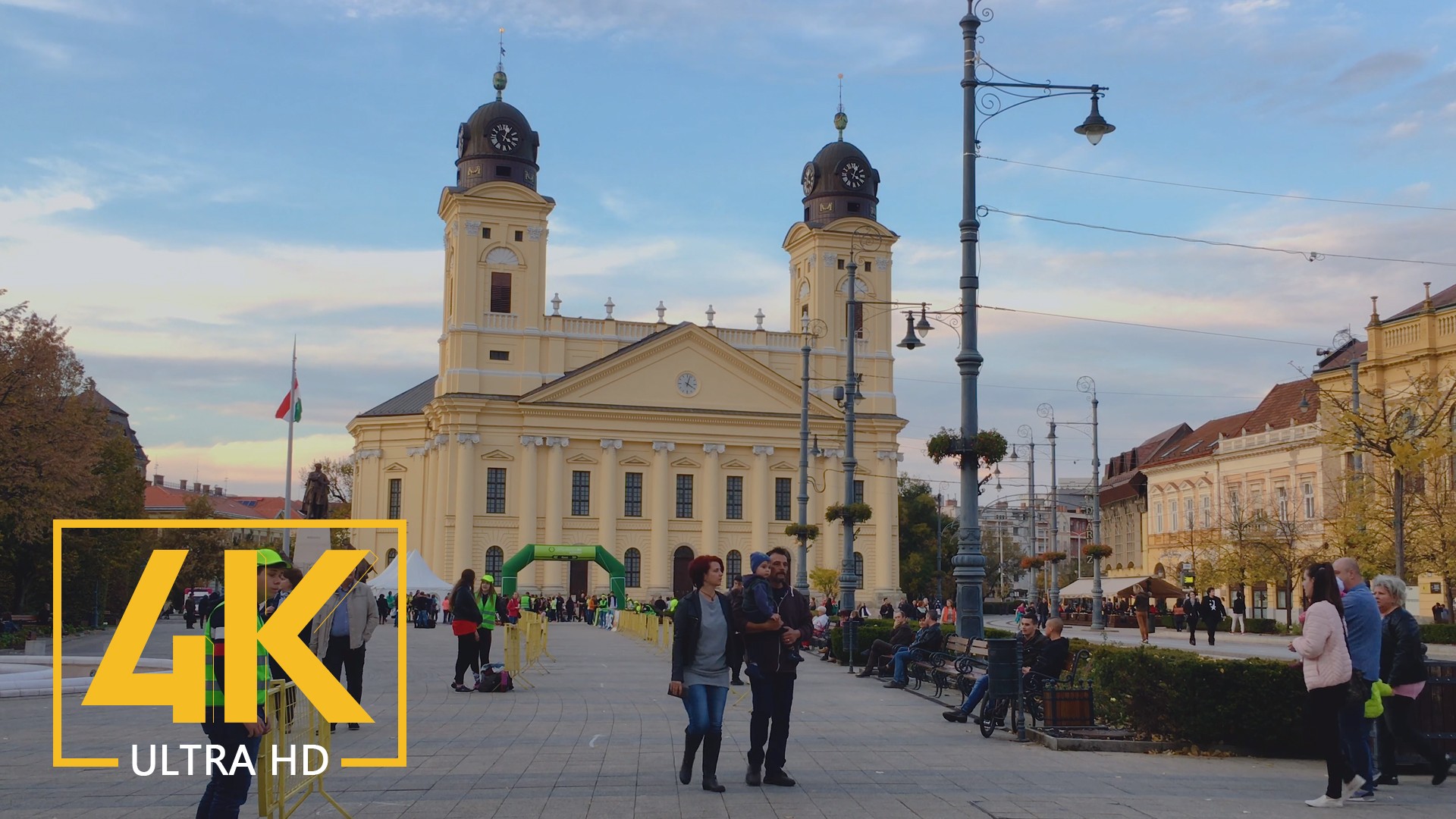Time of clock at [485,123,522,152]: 4:04
